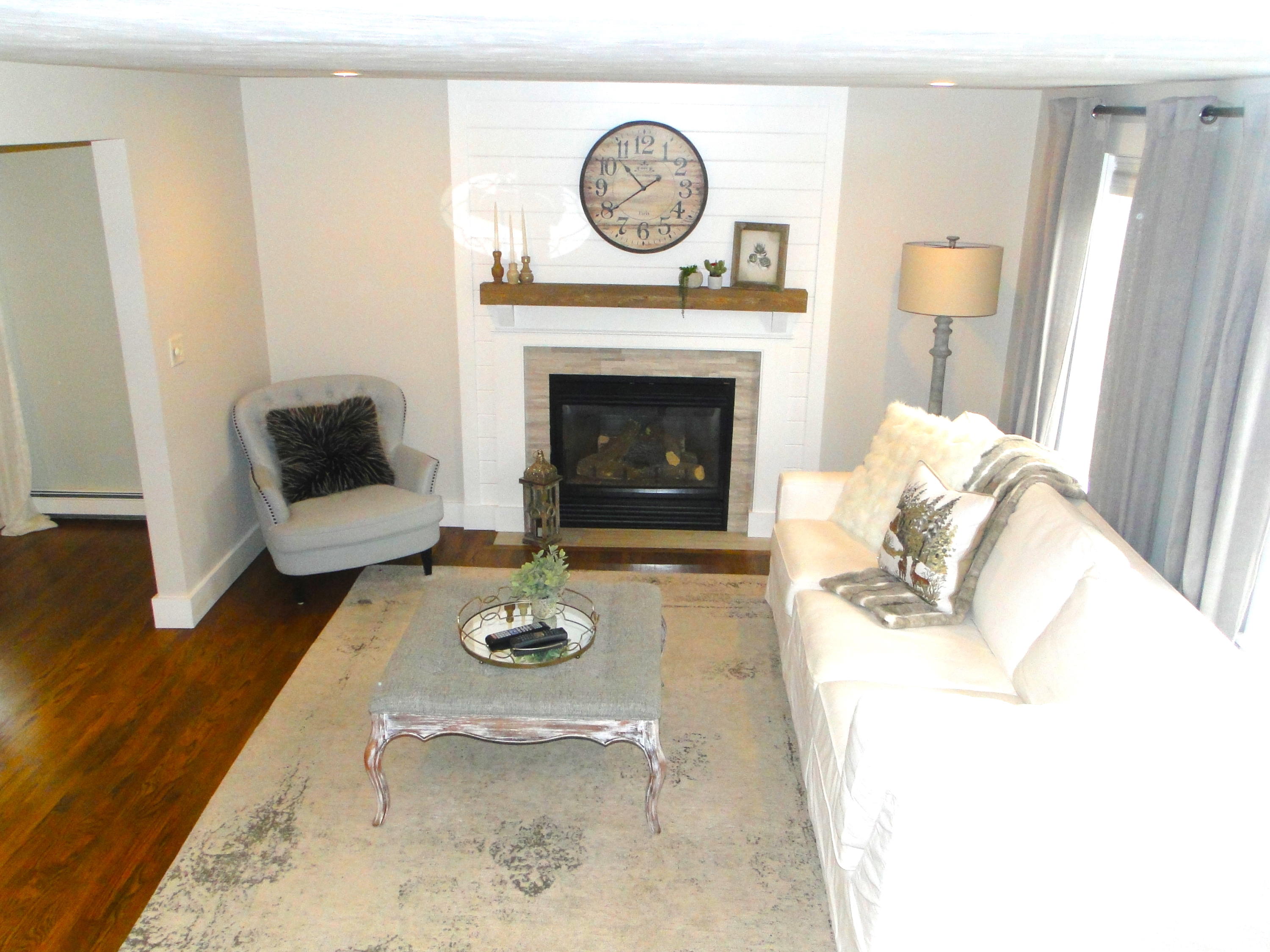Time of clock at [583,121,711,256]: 10:39
